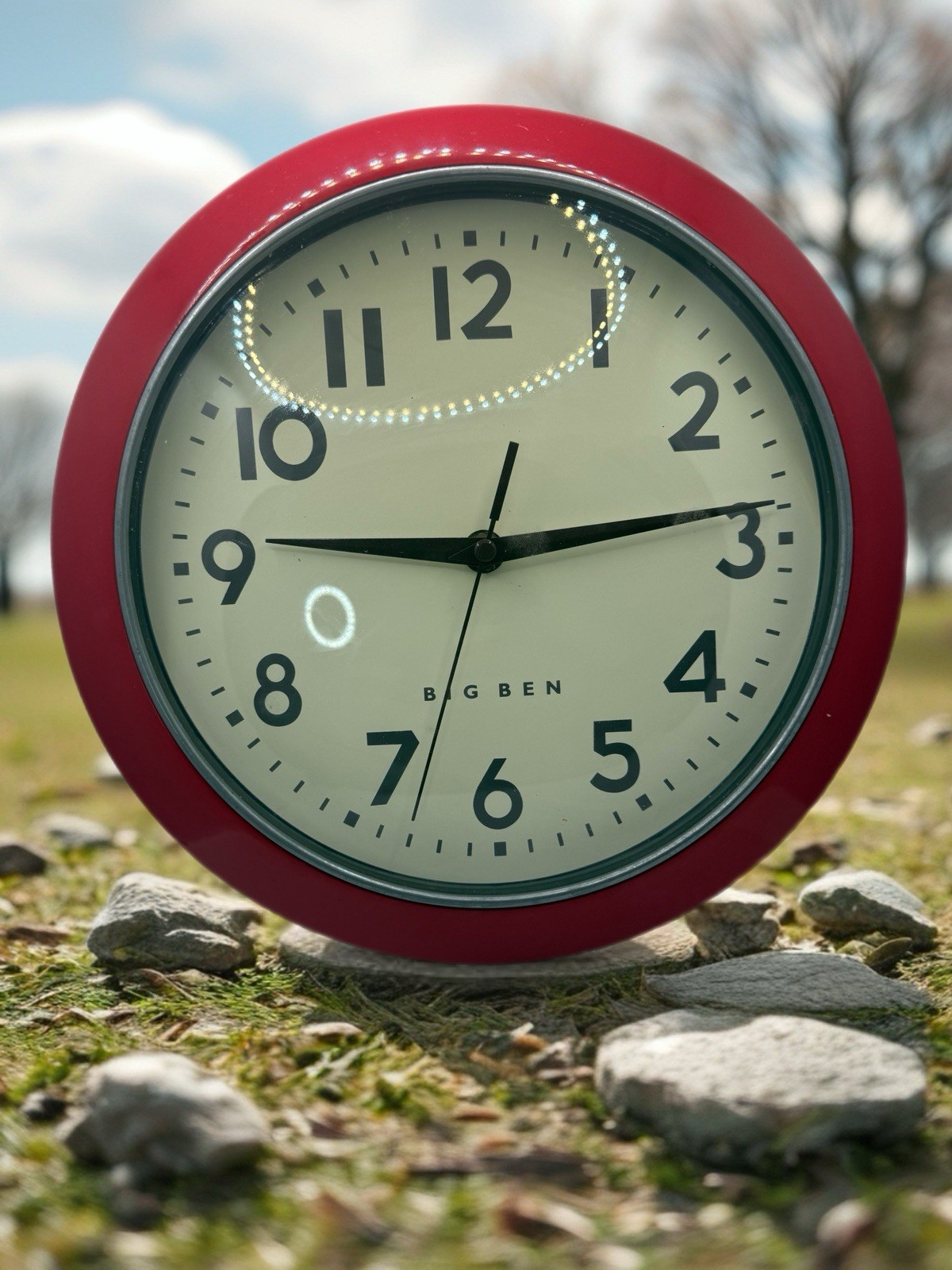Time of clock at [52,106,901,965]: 9:13
